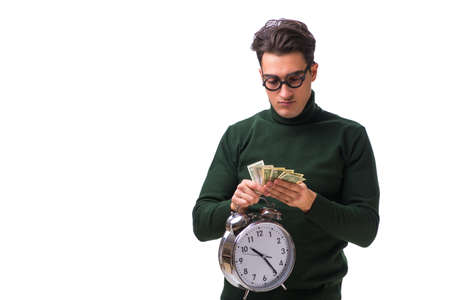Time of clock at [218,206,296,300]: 10:24
